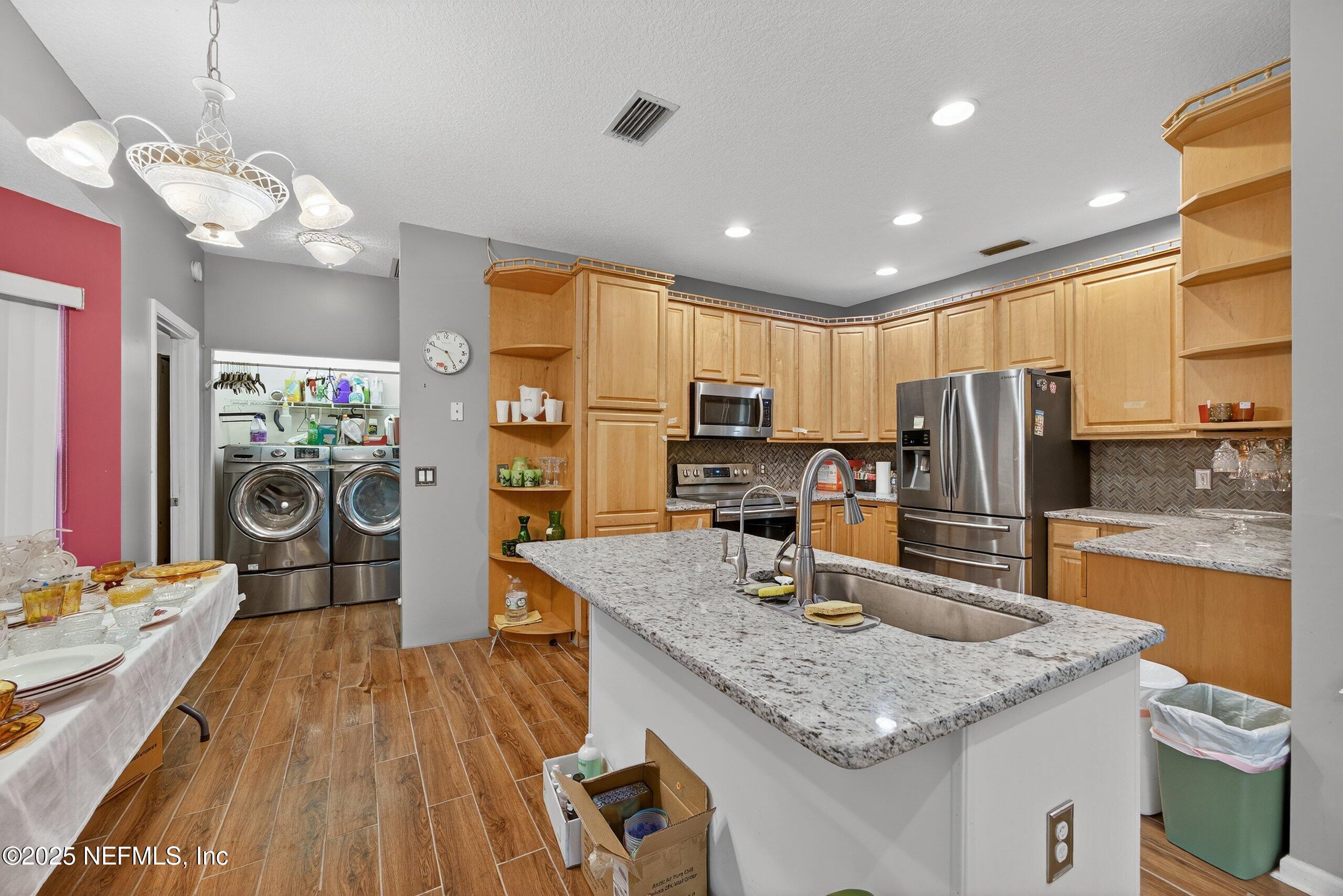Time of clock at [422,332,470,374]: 4:48
